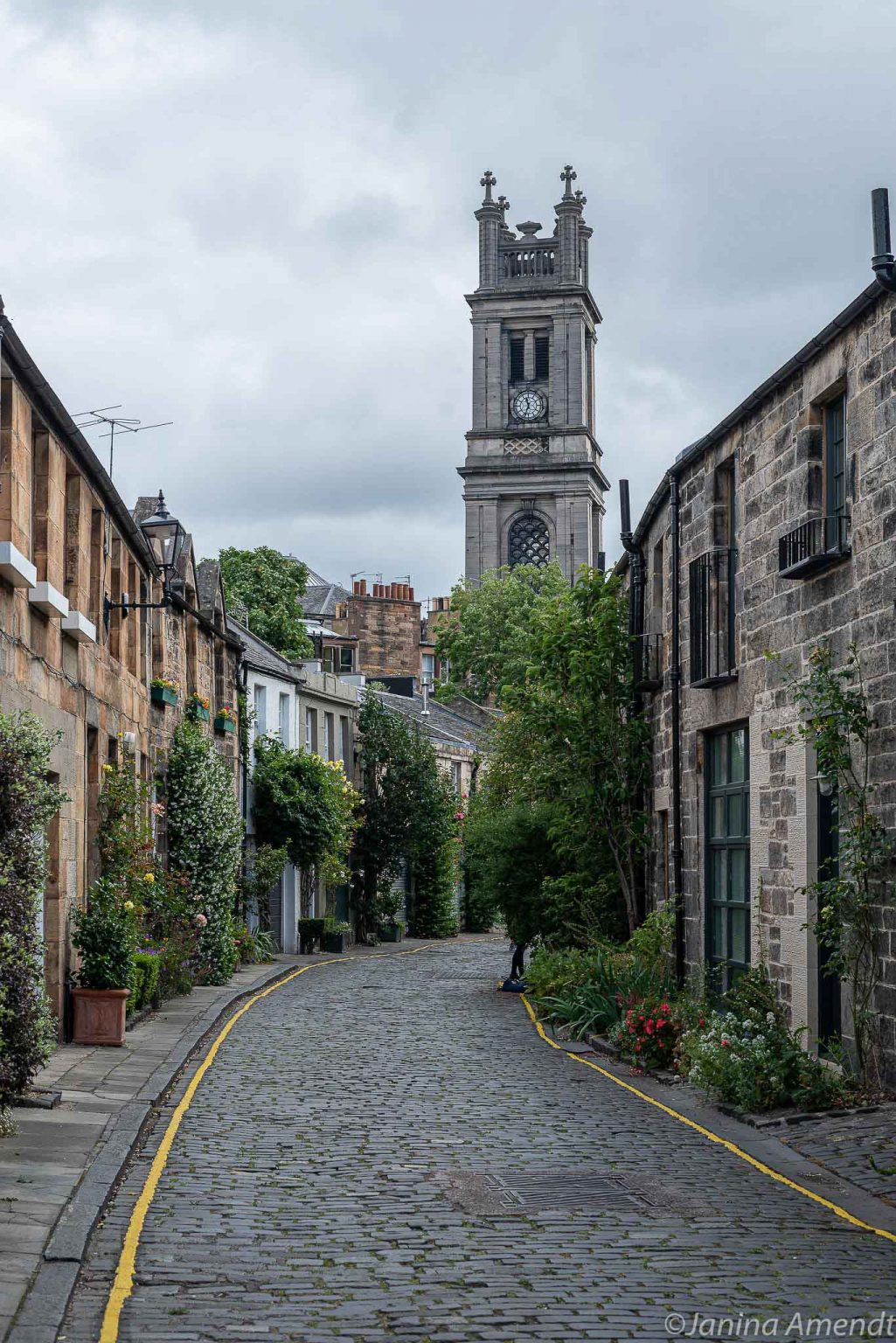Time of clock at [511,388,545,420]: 11:33
